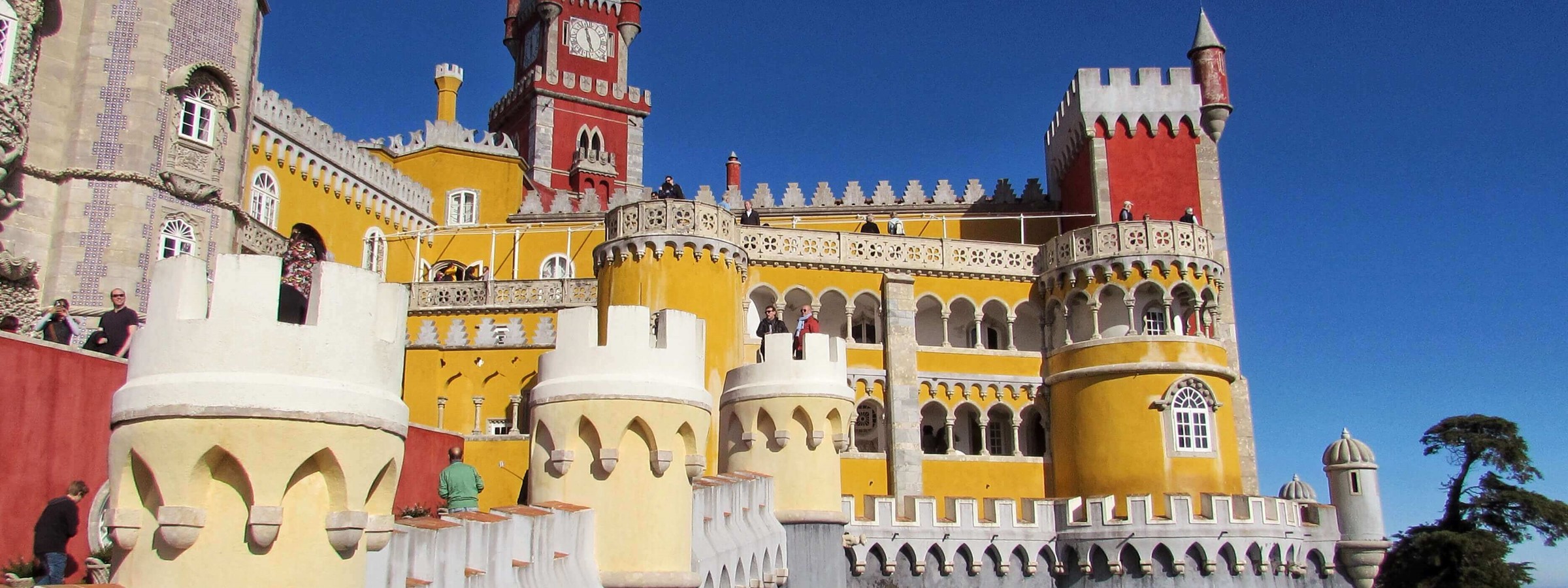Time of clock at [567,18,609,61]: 4:57
